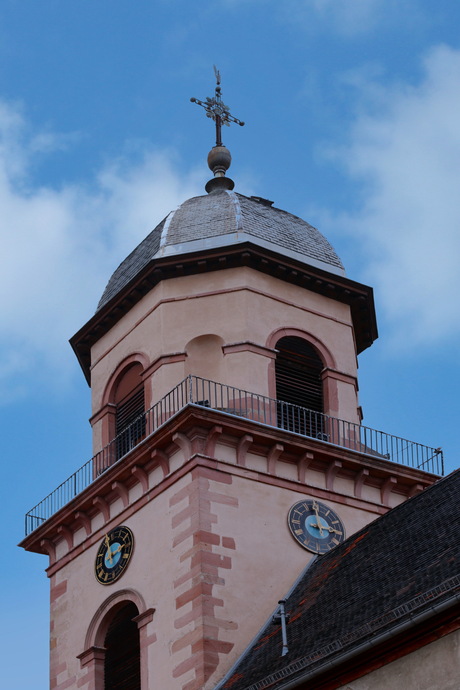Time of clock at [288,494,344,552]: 2:58
